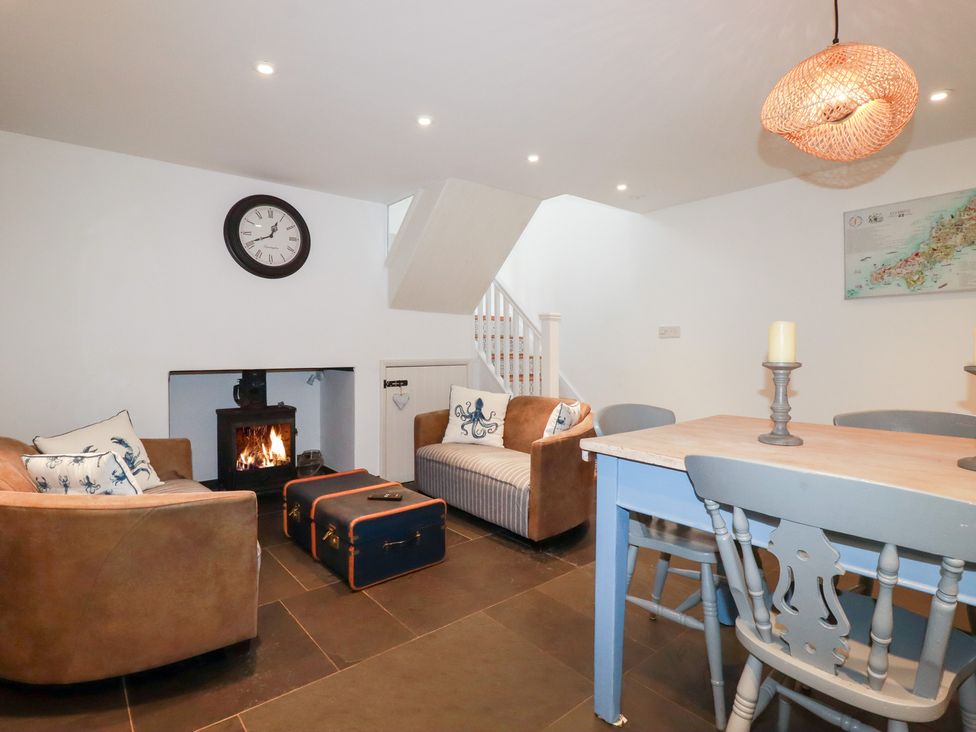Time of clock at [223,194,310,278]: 12:41
